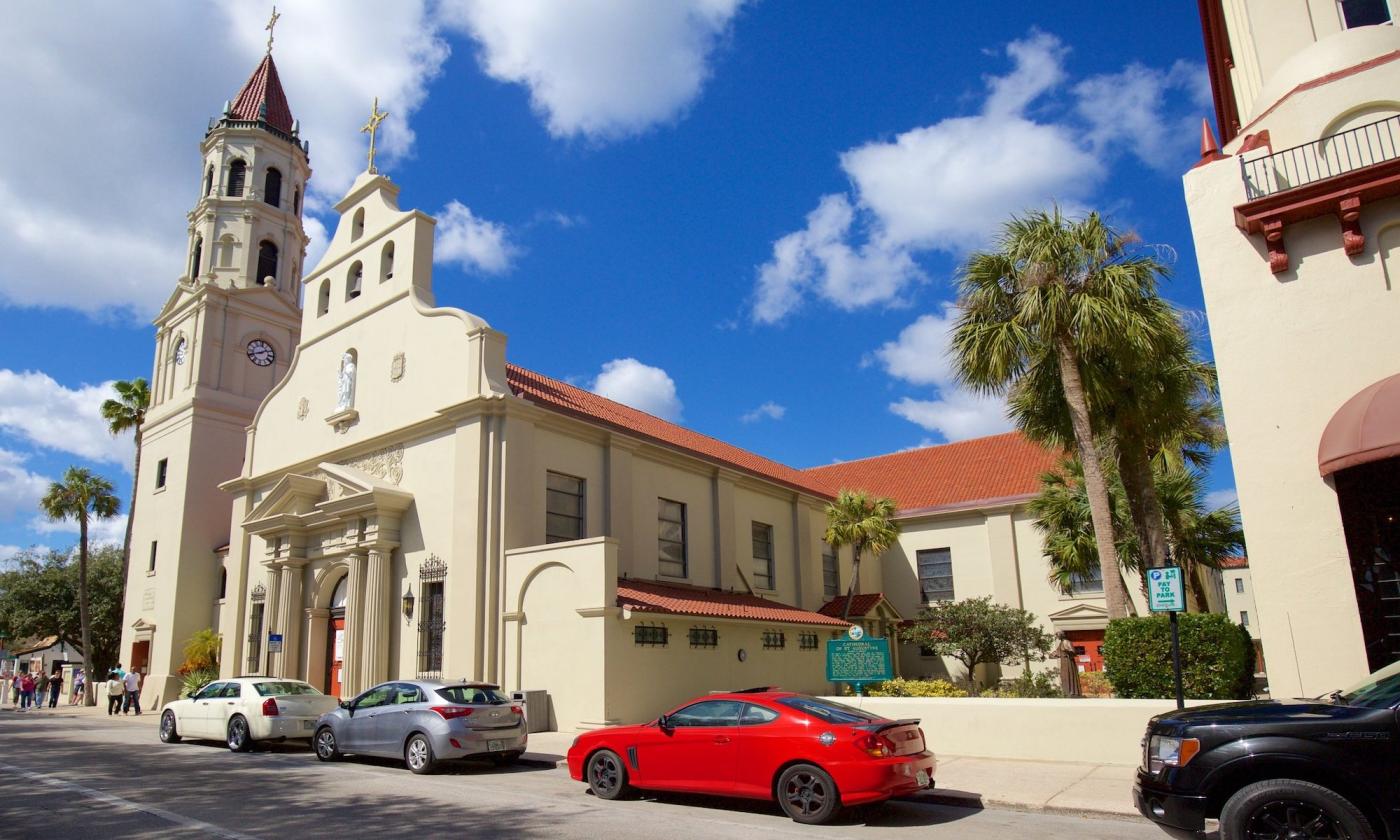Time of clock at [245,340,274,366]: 1:41
